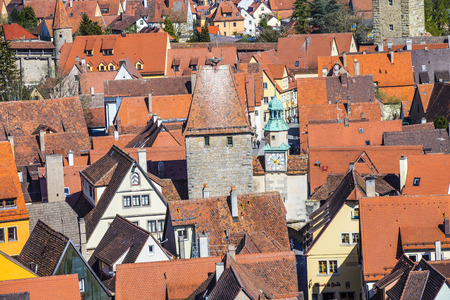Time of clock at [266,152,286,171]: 4:07
